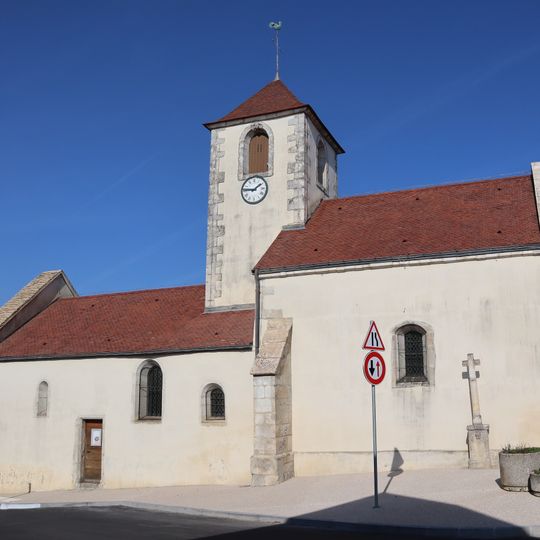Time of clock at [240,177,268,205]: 1:46
